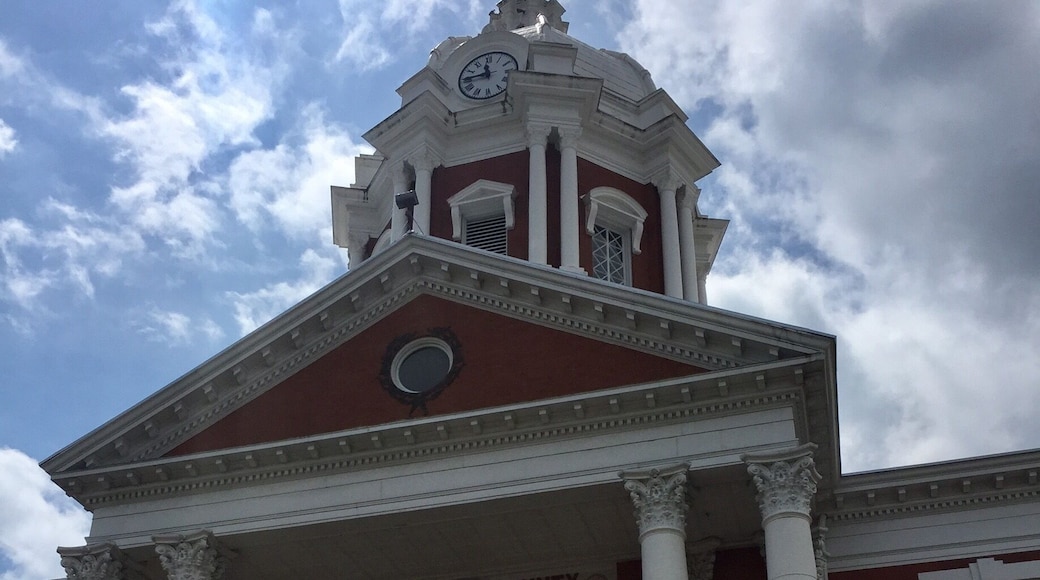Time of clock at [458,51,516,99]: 11:44
